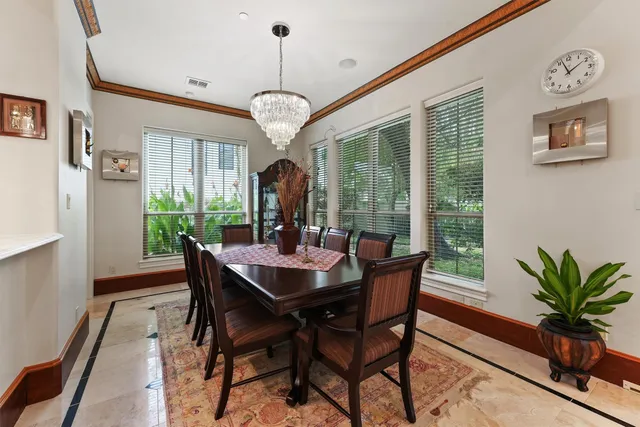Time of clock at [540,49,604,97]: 1:56
